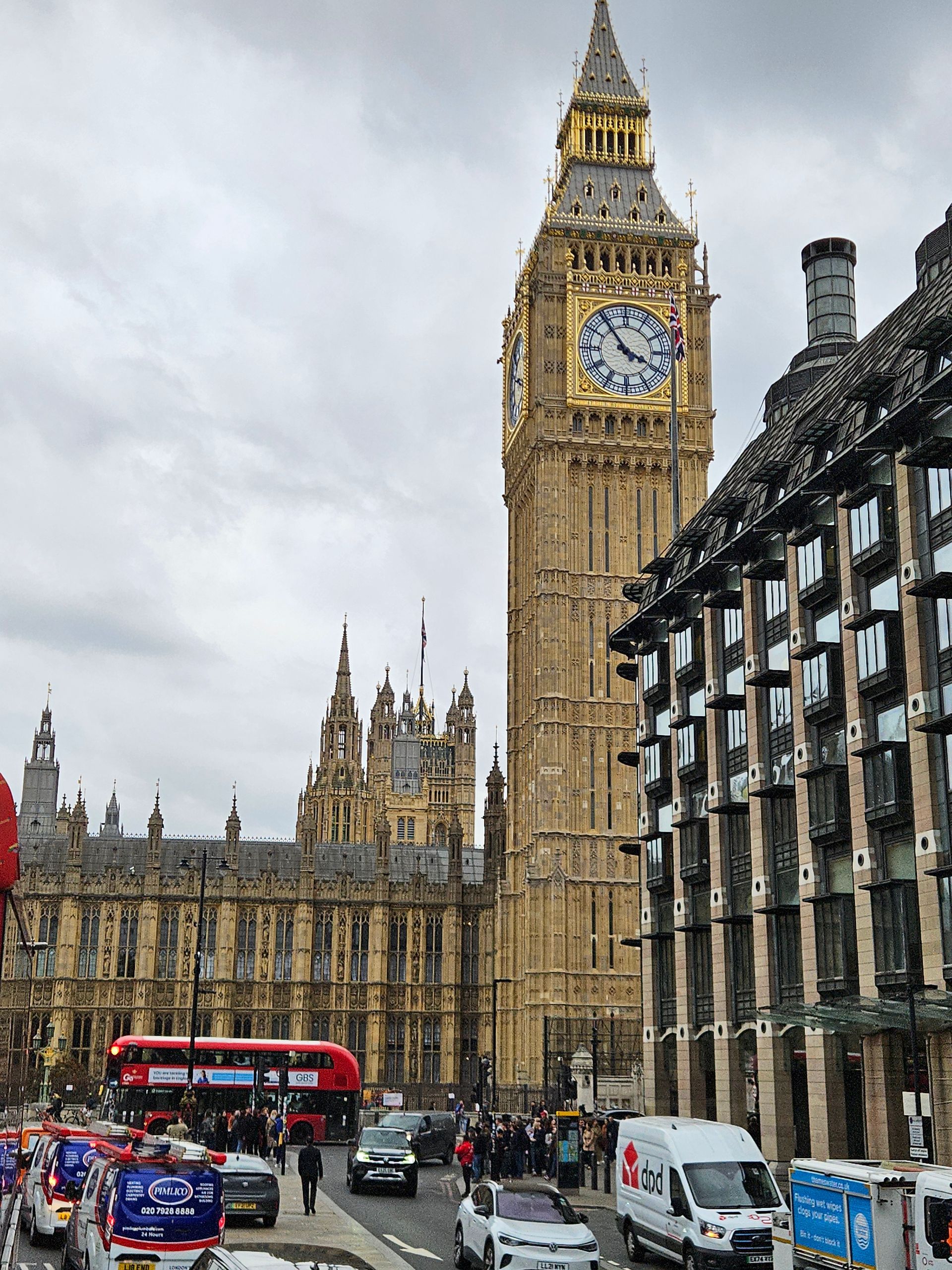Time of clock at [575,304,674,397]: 3:53
